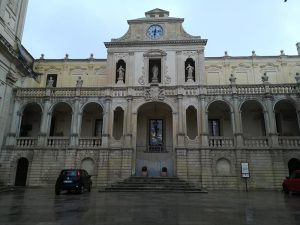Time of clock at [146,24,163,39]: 6:13
